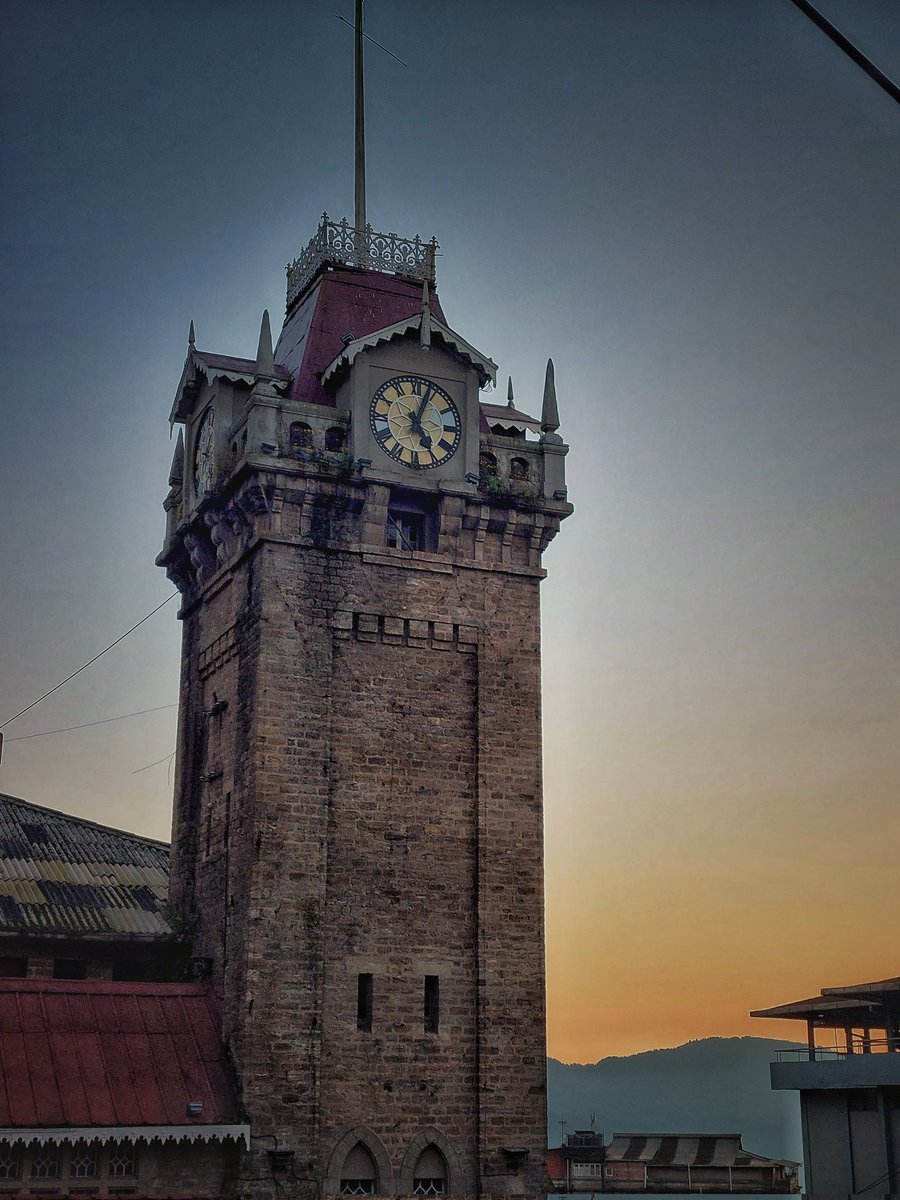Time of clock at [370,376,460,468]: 5:03
